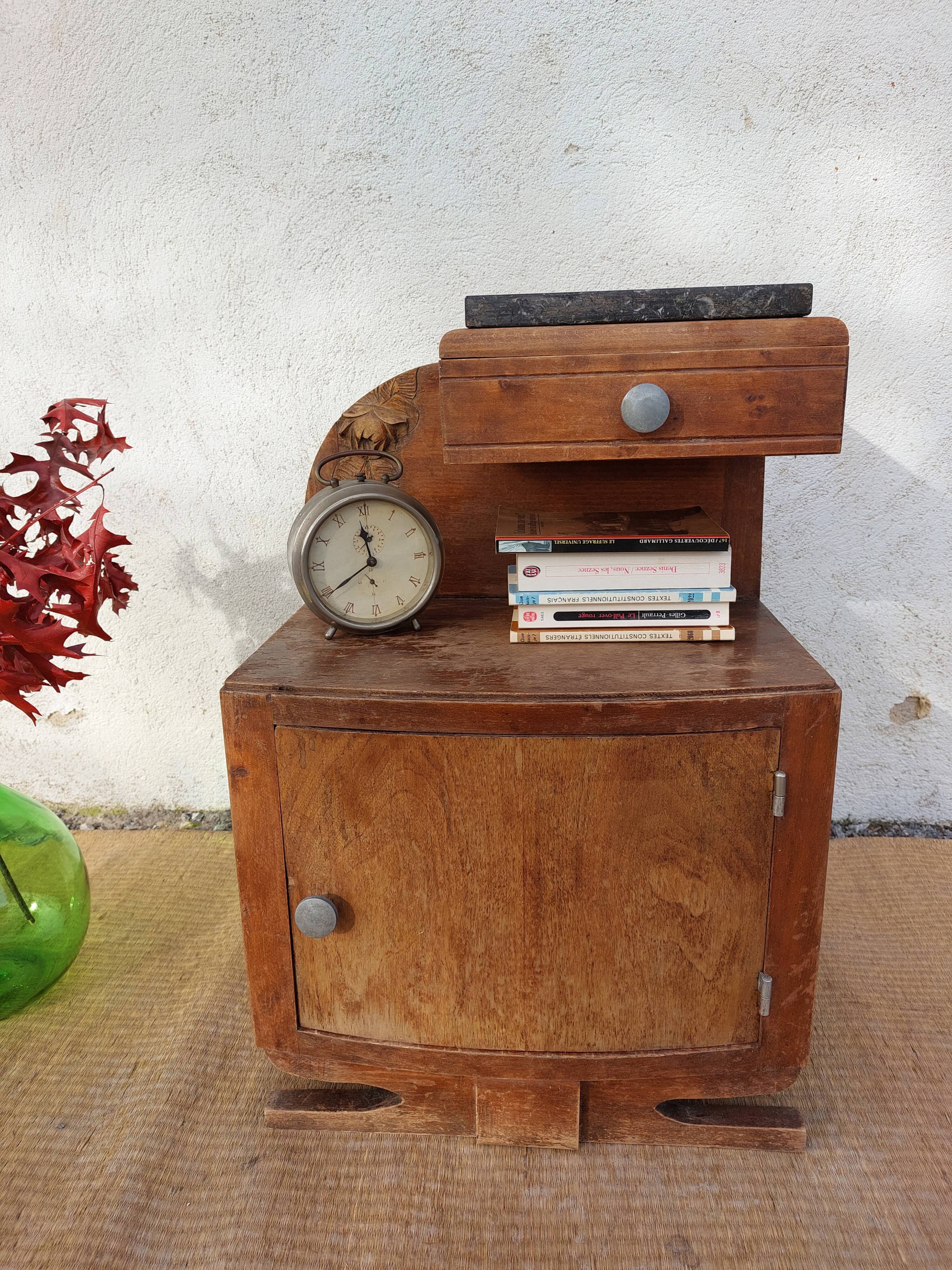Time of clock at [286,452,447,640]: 11:39
